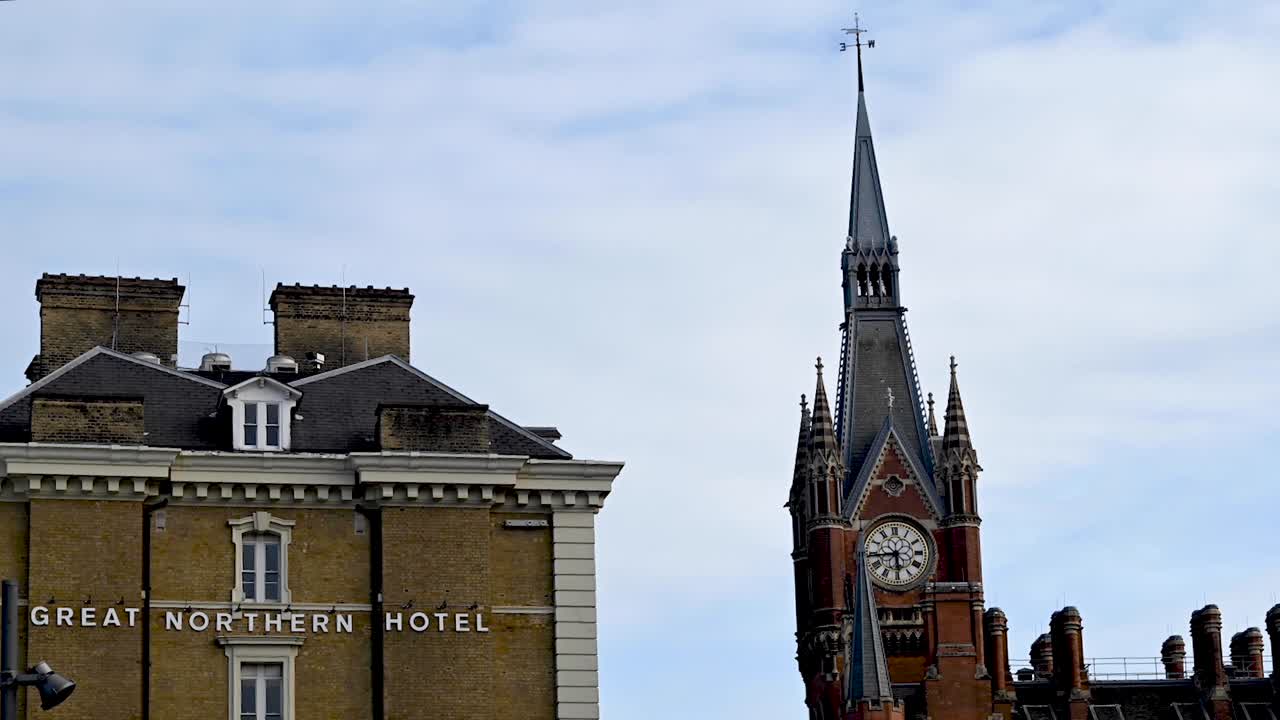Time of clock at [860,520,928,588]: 5:44
